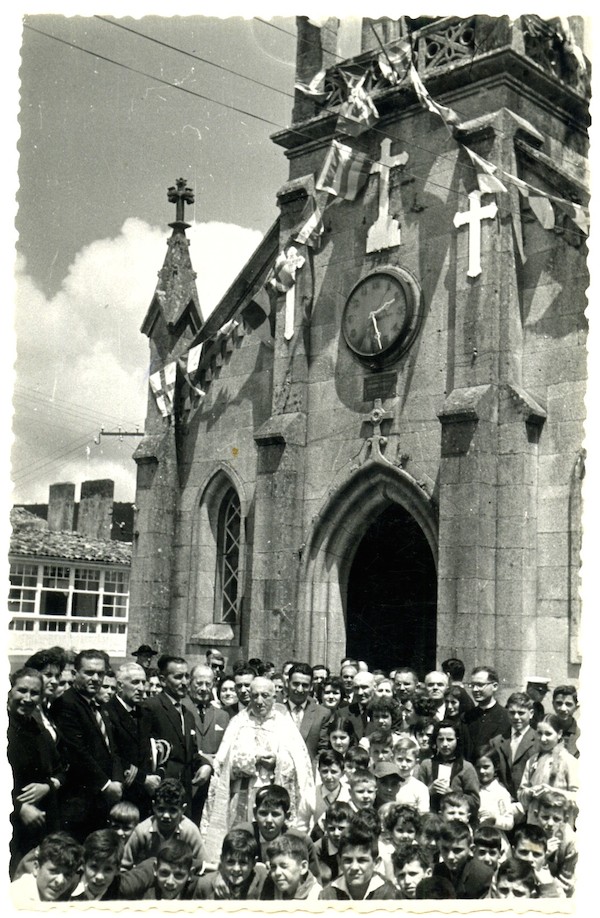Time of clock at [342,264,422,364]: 1:26
